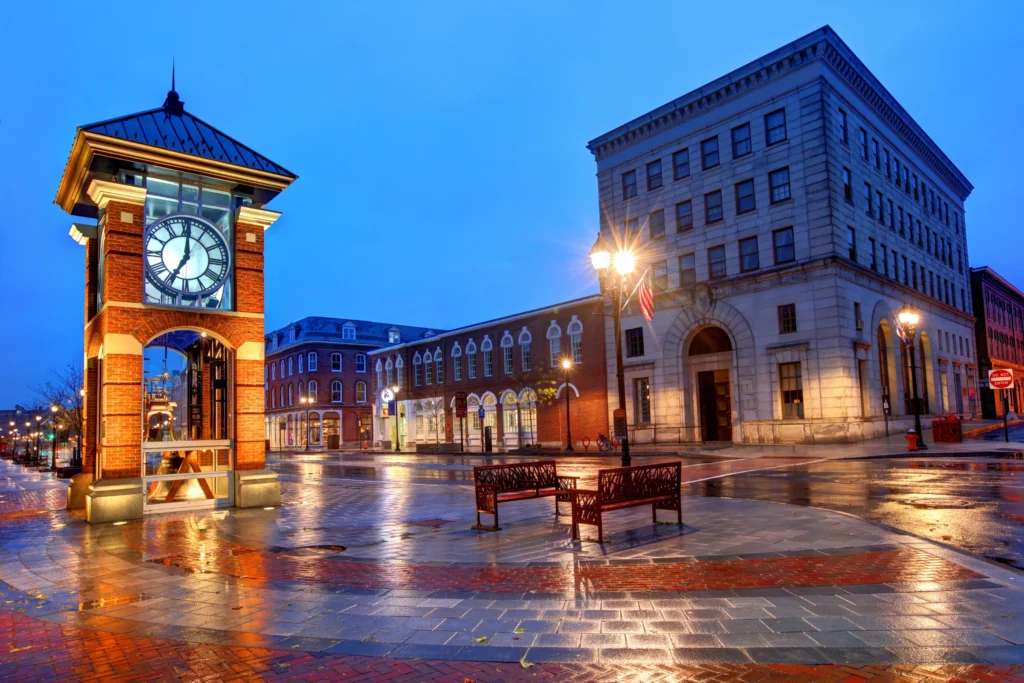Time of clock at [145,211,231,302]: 7:00
